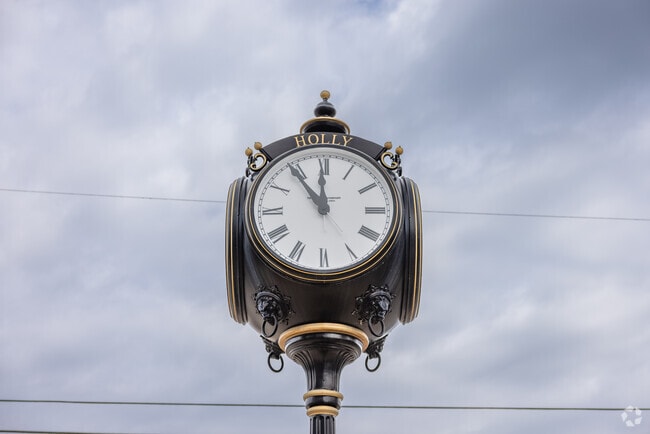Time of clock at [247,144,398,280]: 11:53
